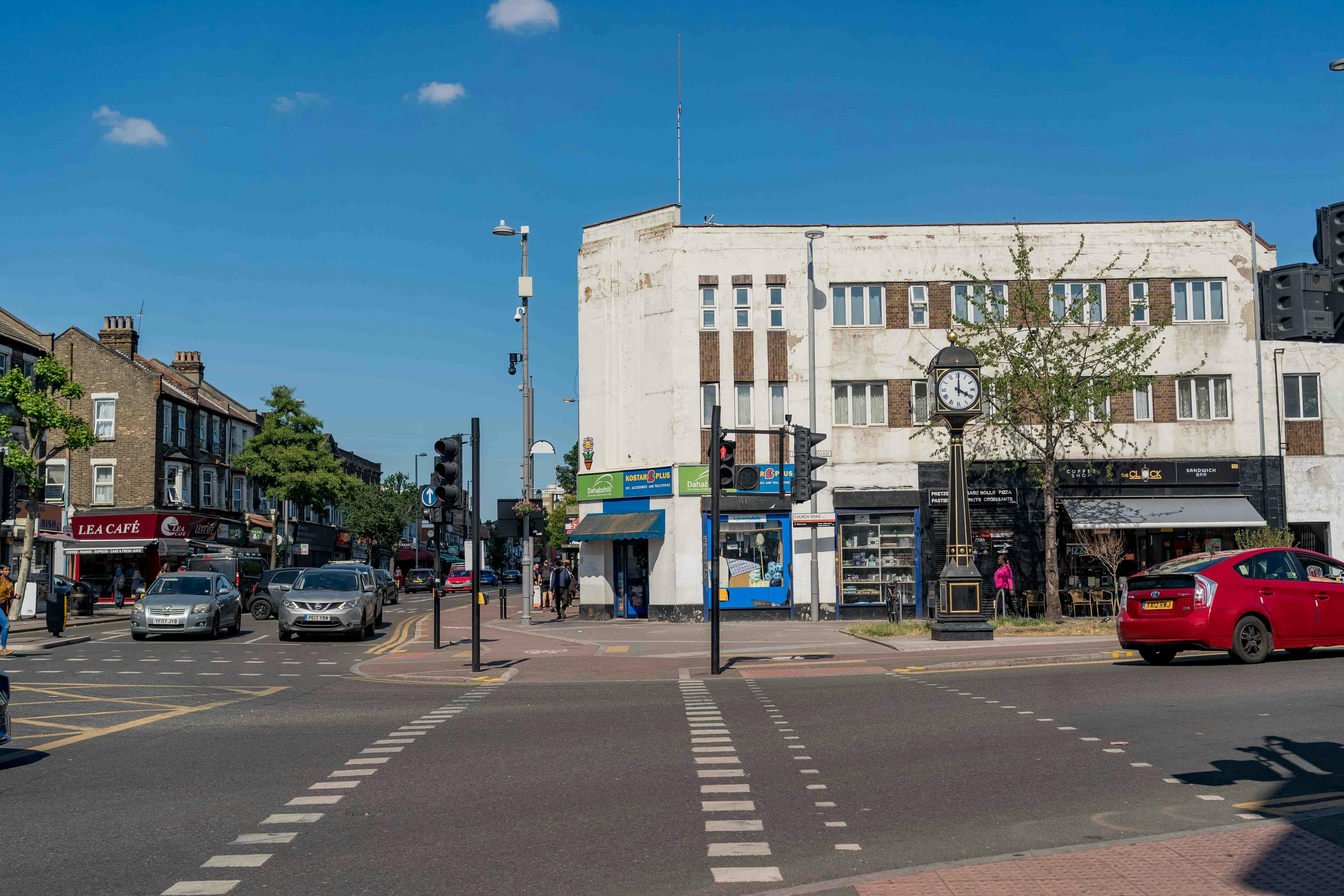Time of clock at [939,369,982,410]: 4:00
